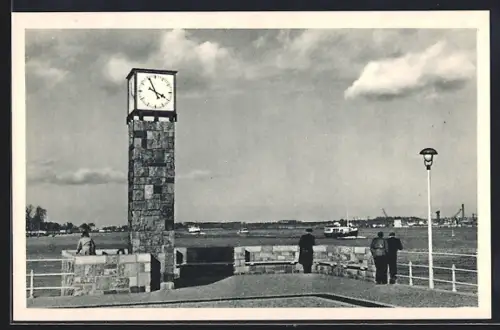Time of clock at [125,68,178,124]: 3:55
